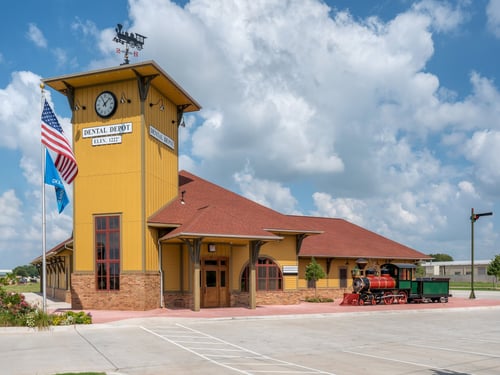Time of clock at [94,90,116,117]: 11:07
